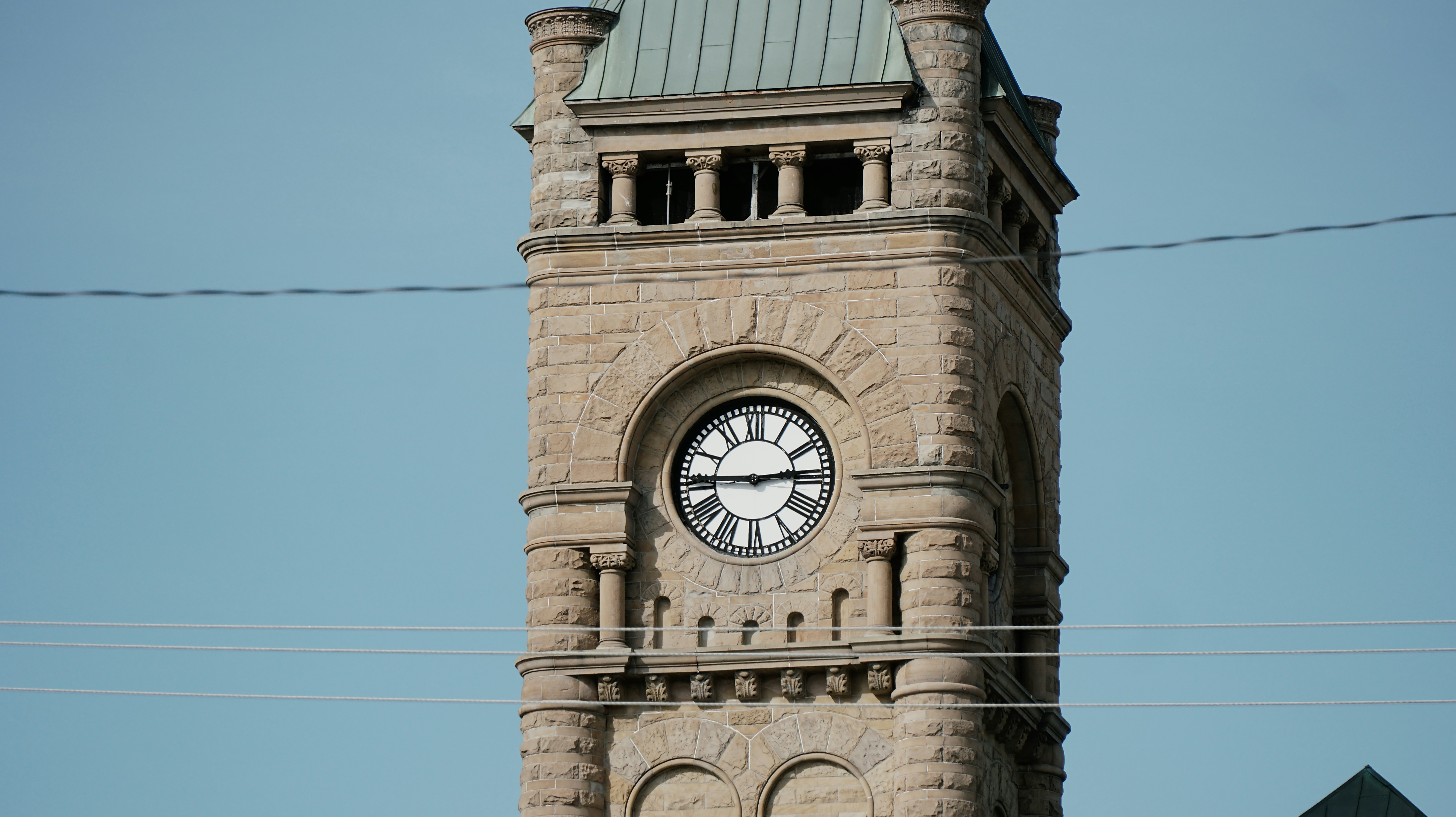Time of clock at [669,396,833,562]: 2:45
